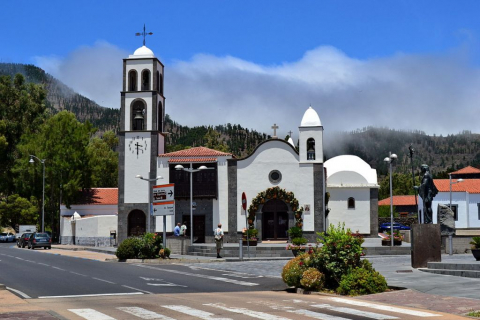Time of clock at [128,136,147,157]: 3:29
